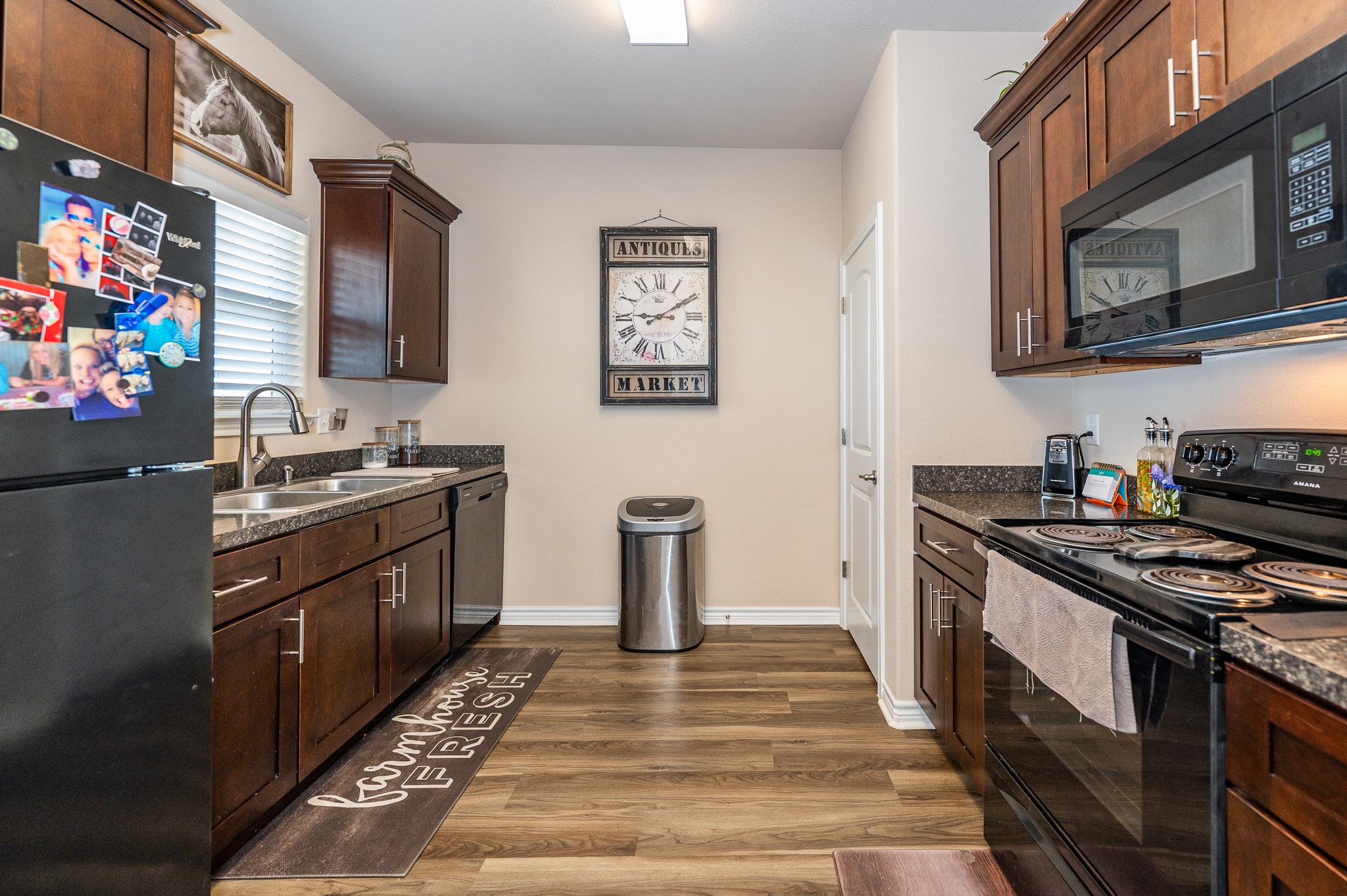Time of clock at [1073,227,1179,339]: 8:50
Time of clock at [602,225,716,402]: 9:10
